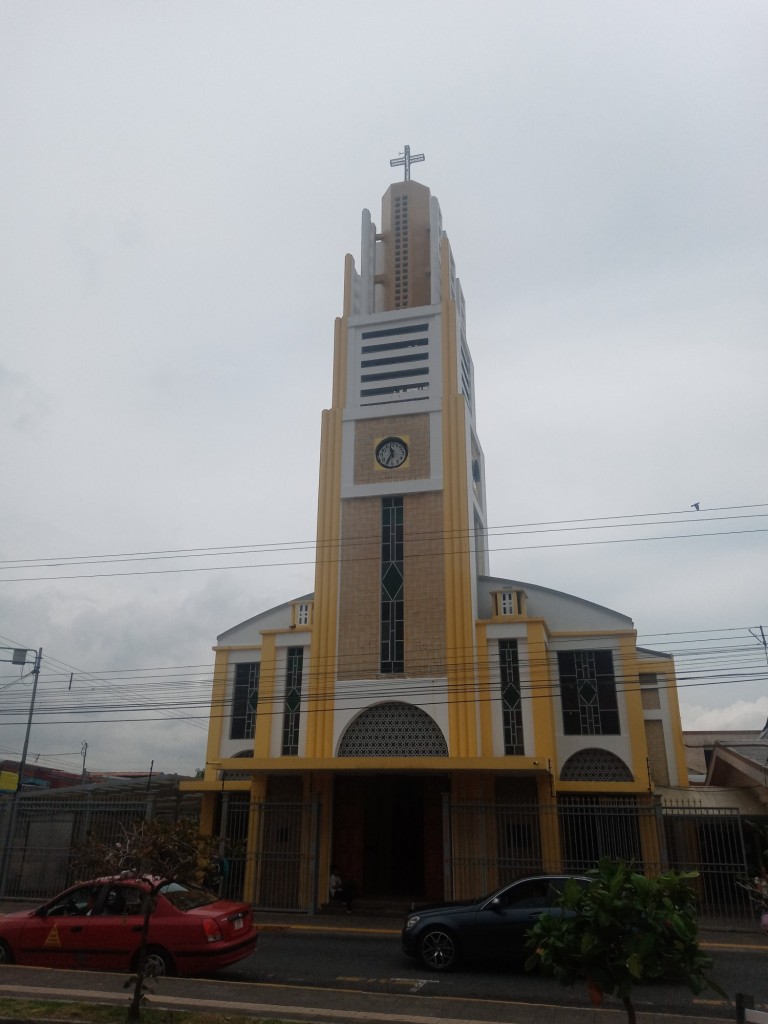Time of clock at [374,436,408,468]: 11:35
